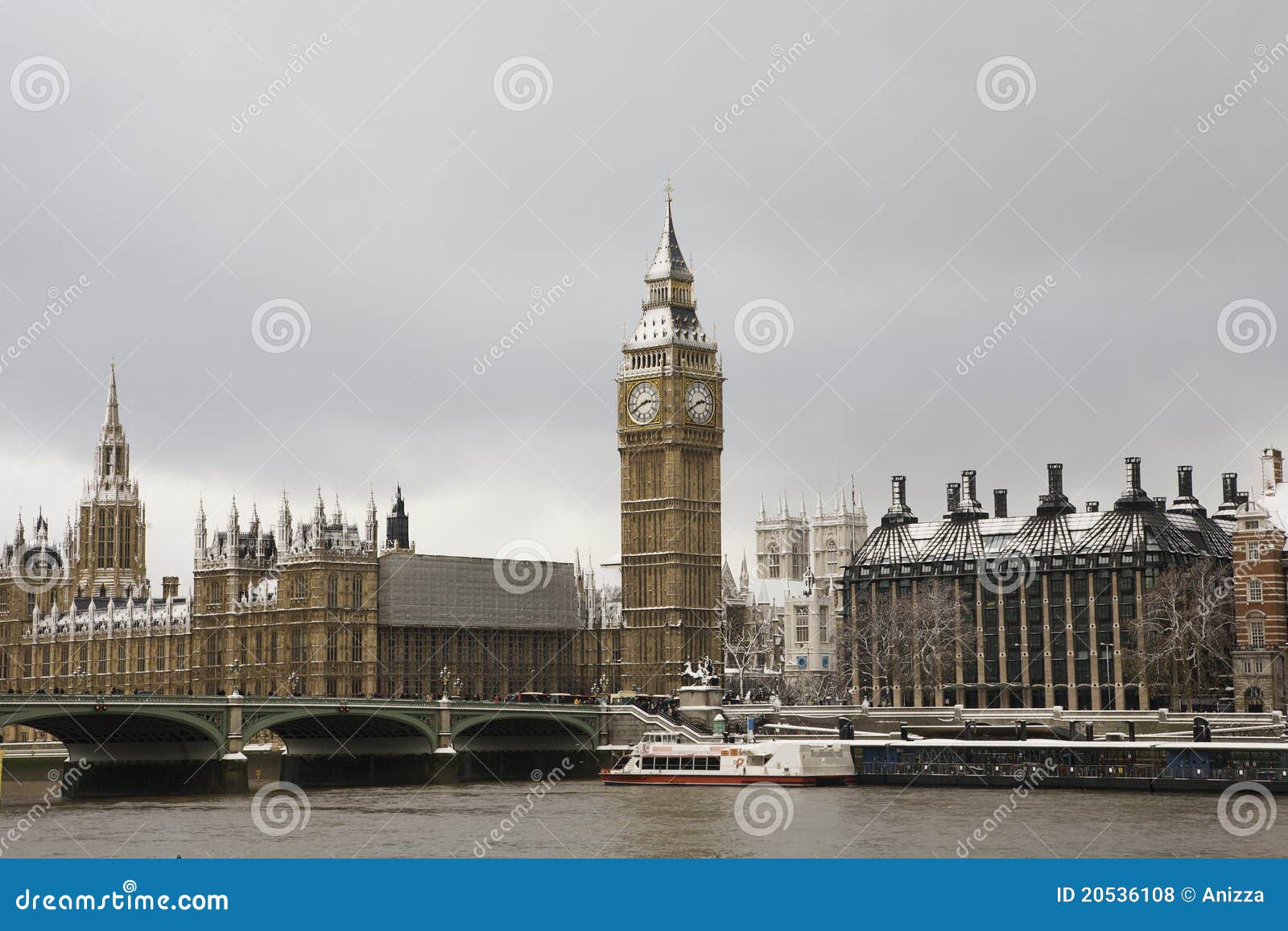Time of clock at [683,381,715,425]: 2:40
